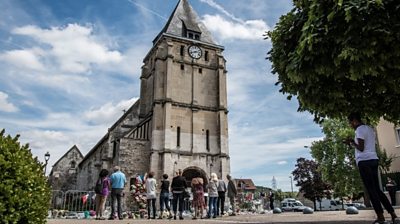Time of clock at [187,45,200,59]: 2:41
